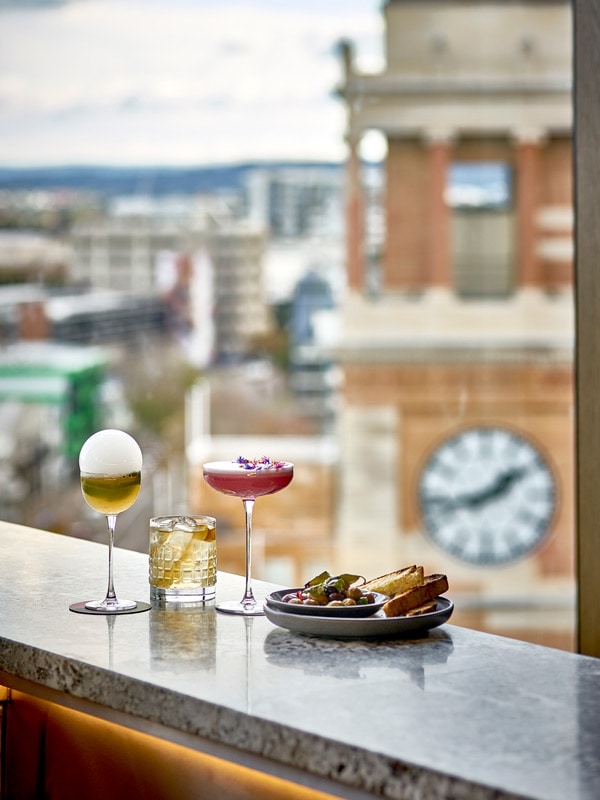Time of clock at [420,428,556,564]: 1:42
